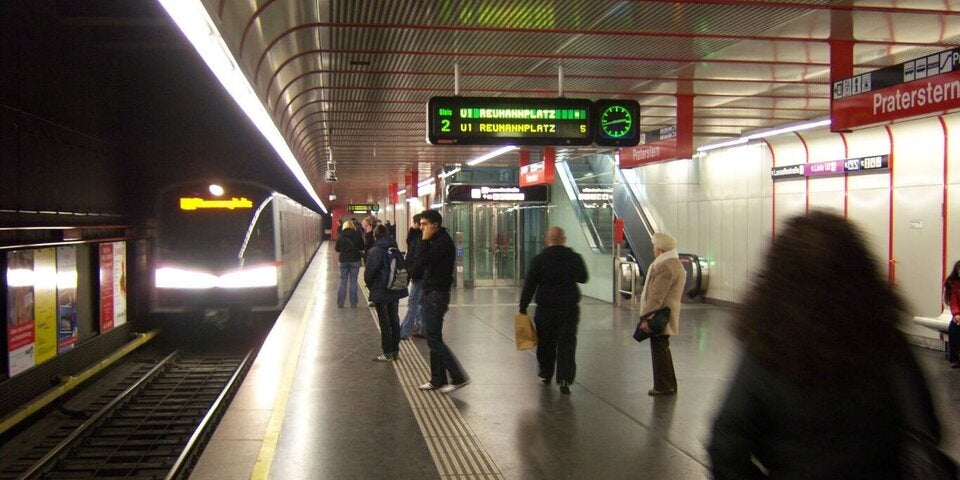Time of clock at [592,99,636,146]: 2:42
